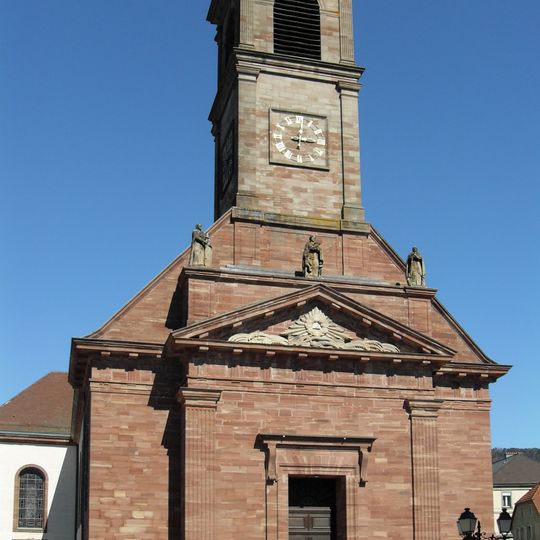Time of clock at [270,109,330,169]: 3:01
